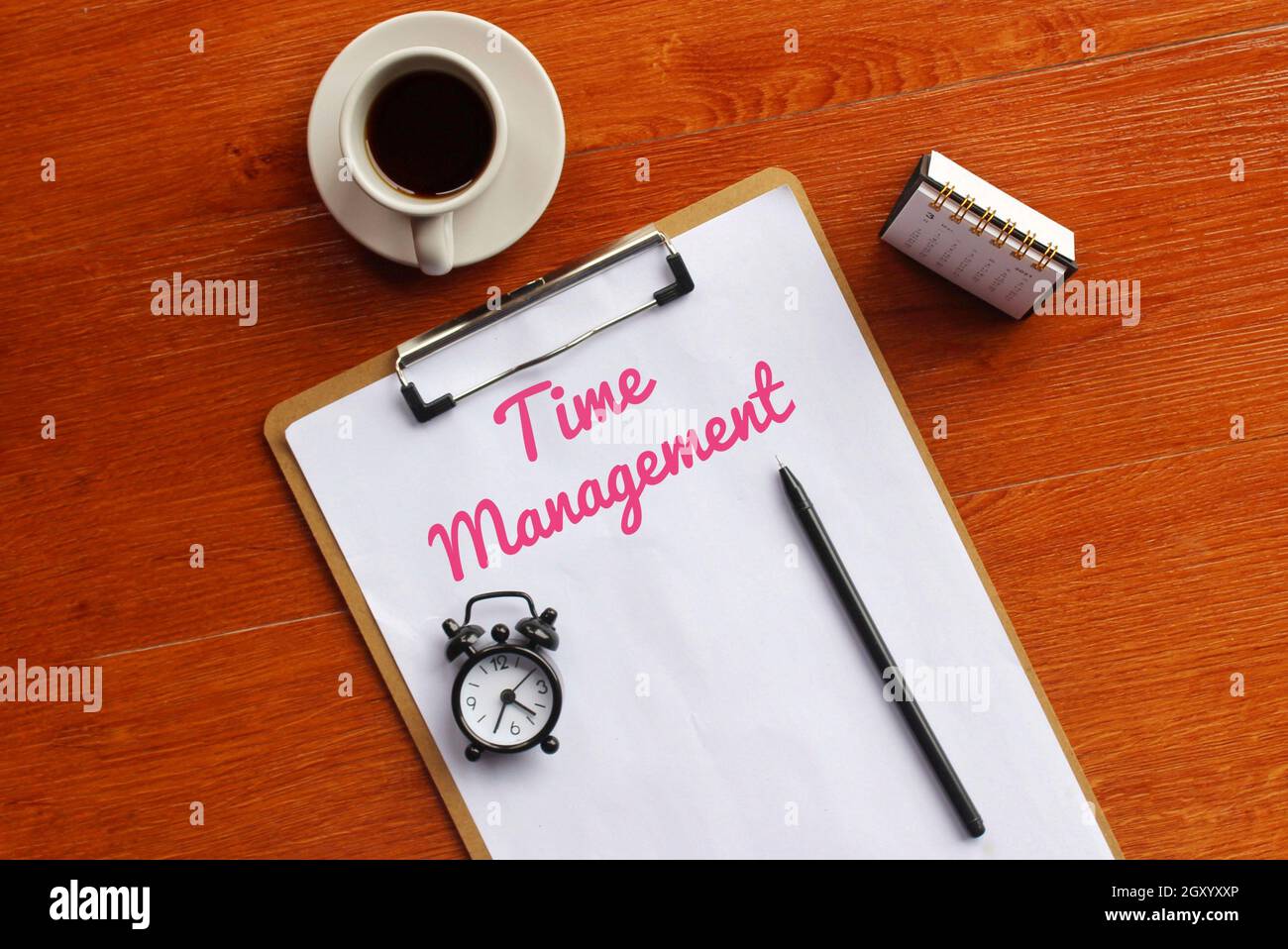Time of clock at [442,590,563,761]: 4:35
